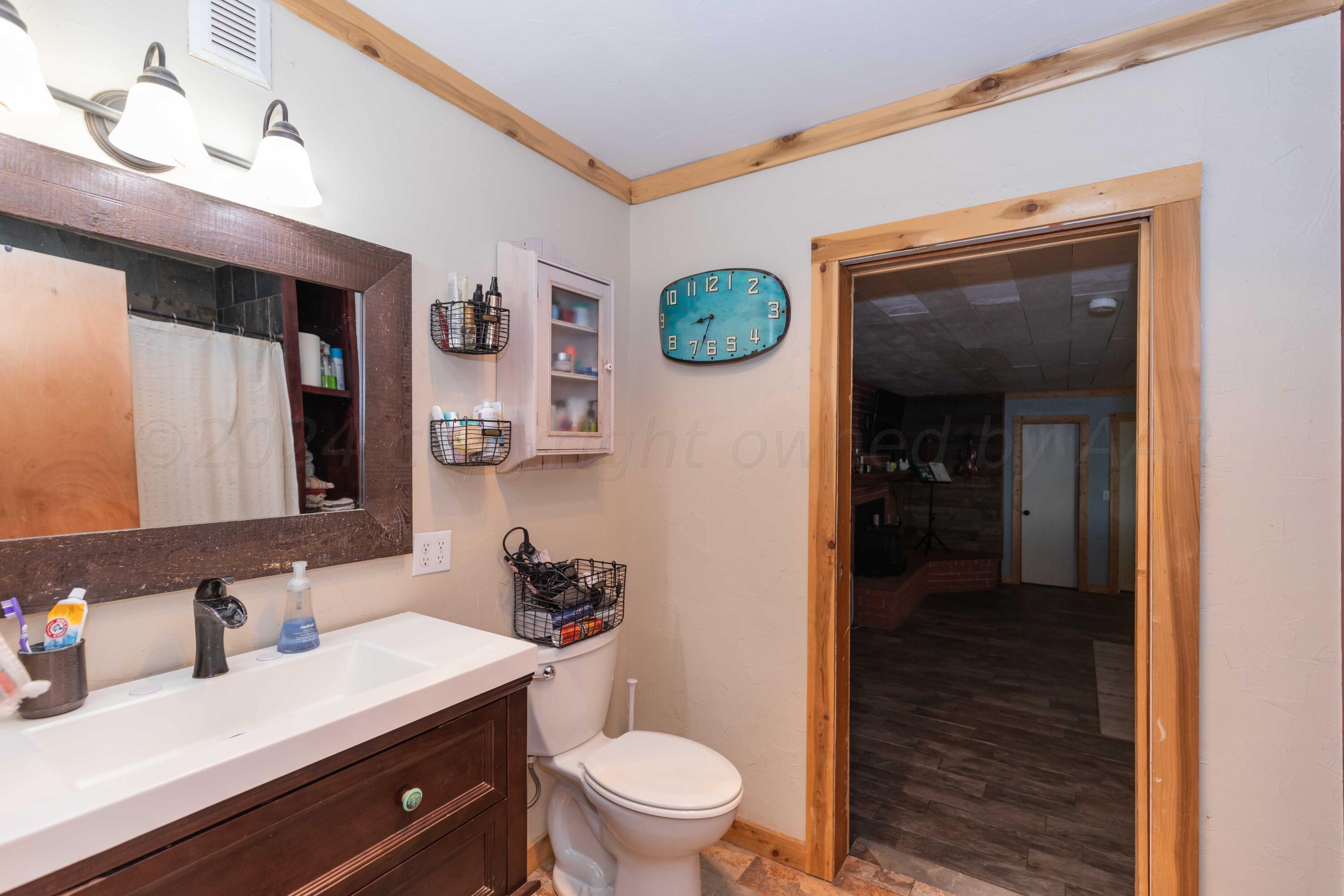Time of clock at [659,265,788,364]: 8:33
